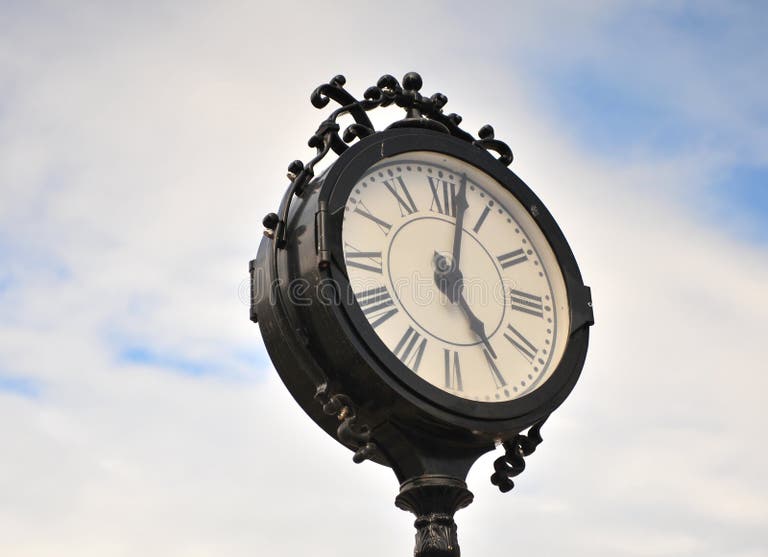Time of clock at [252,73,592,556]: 5:02
